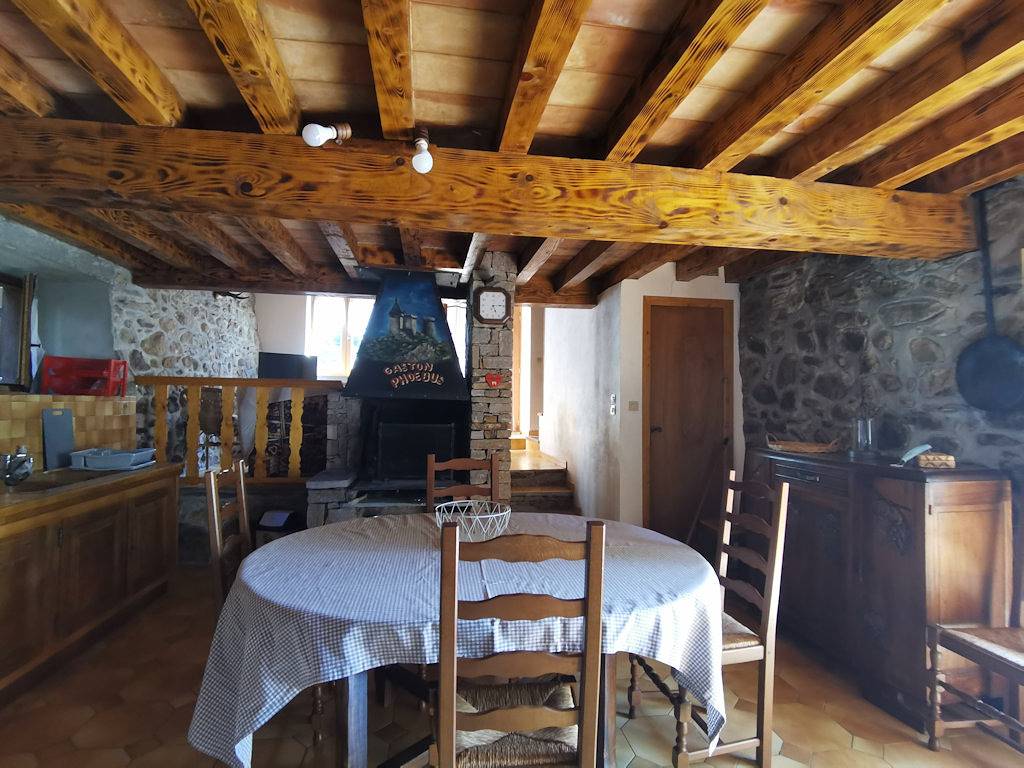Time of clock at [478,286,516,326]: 5:14
